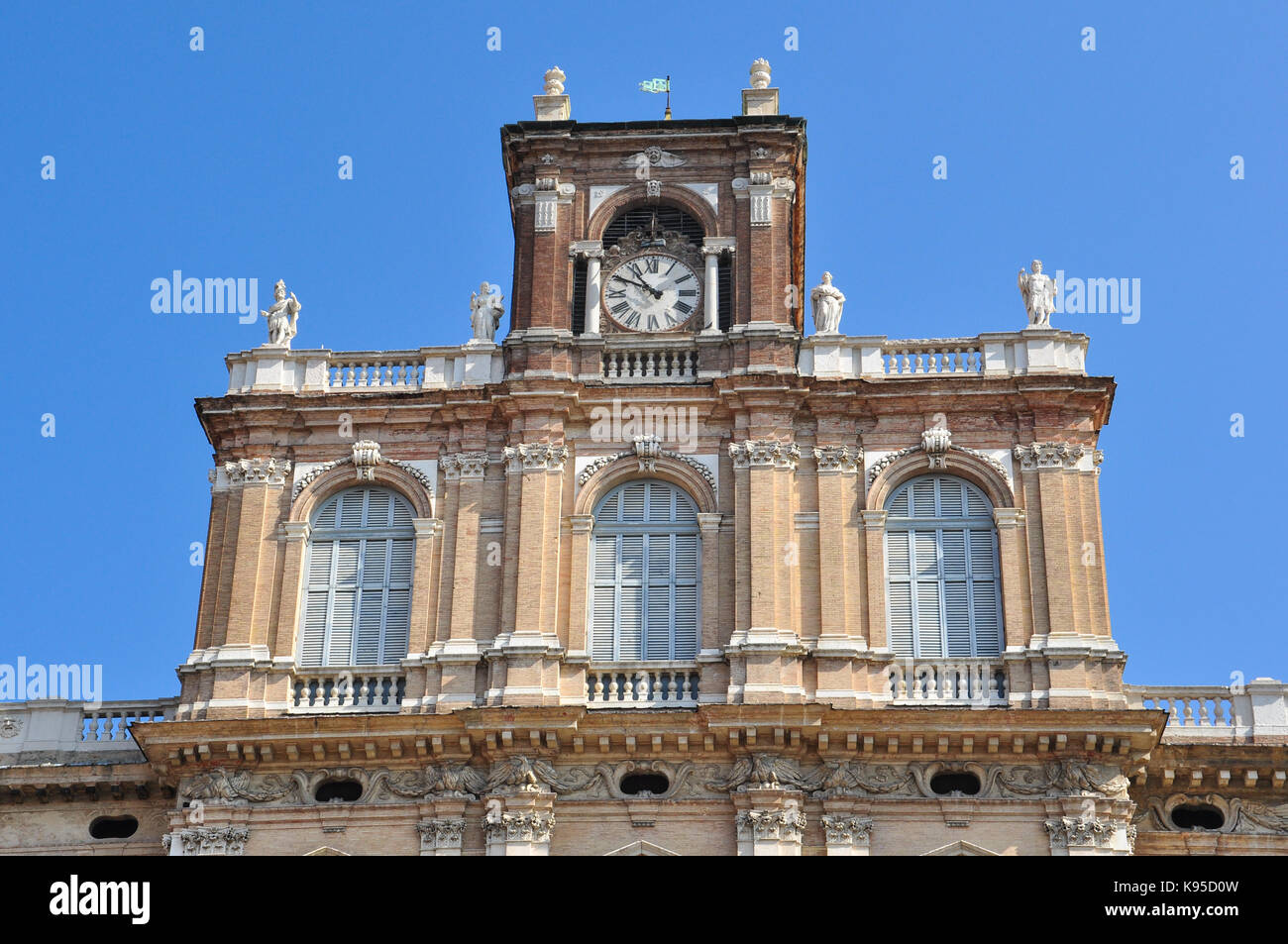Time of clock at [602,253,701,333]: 10:49
